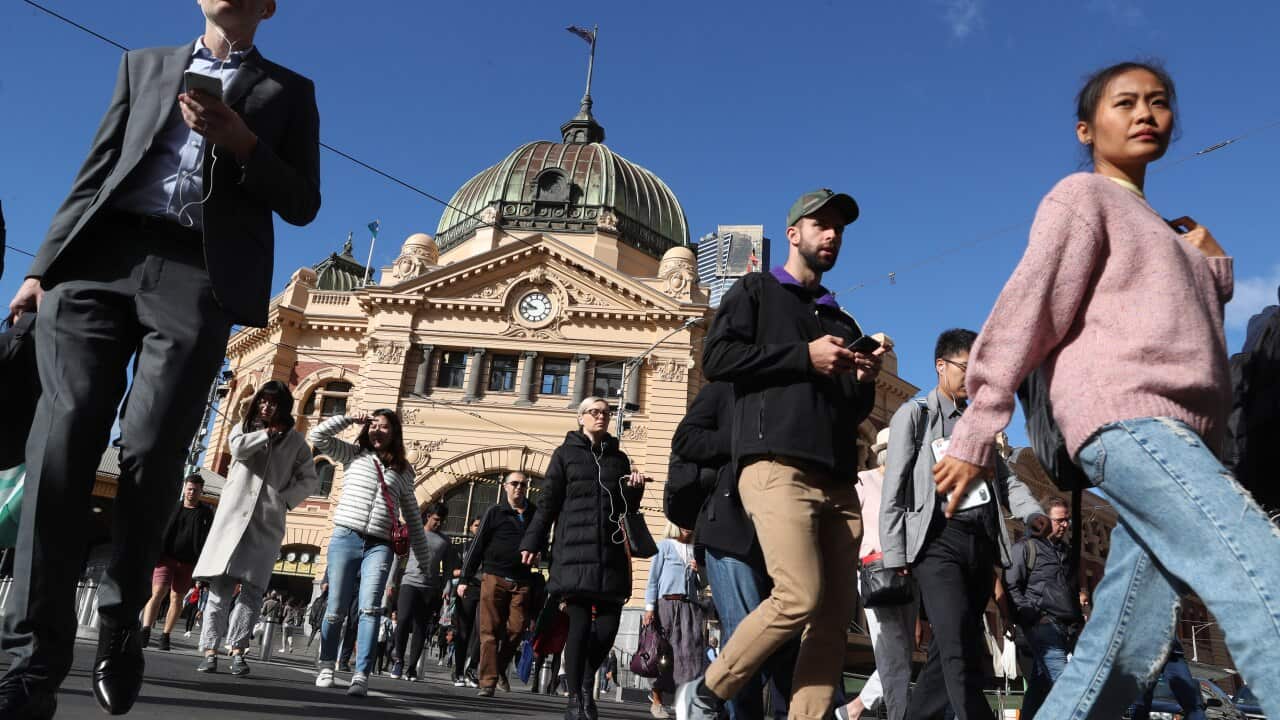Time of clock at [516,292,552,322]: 9:43
